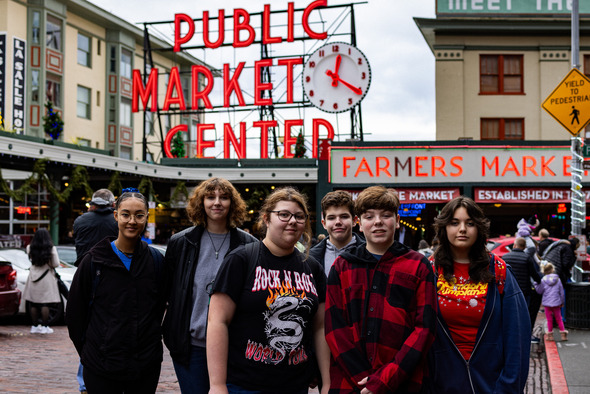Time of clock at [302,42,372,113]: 12:20
